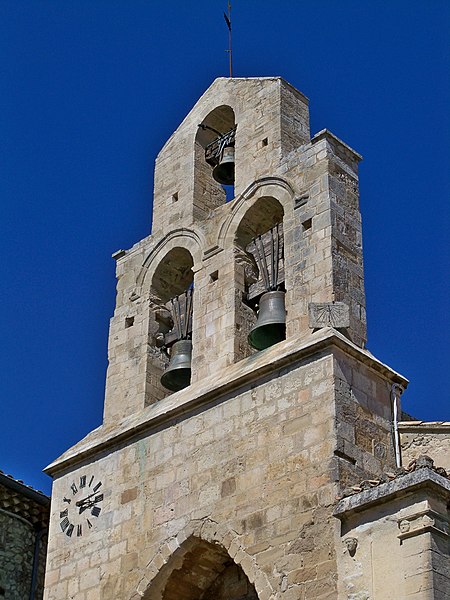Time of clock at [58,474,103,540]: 3:12
